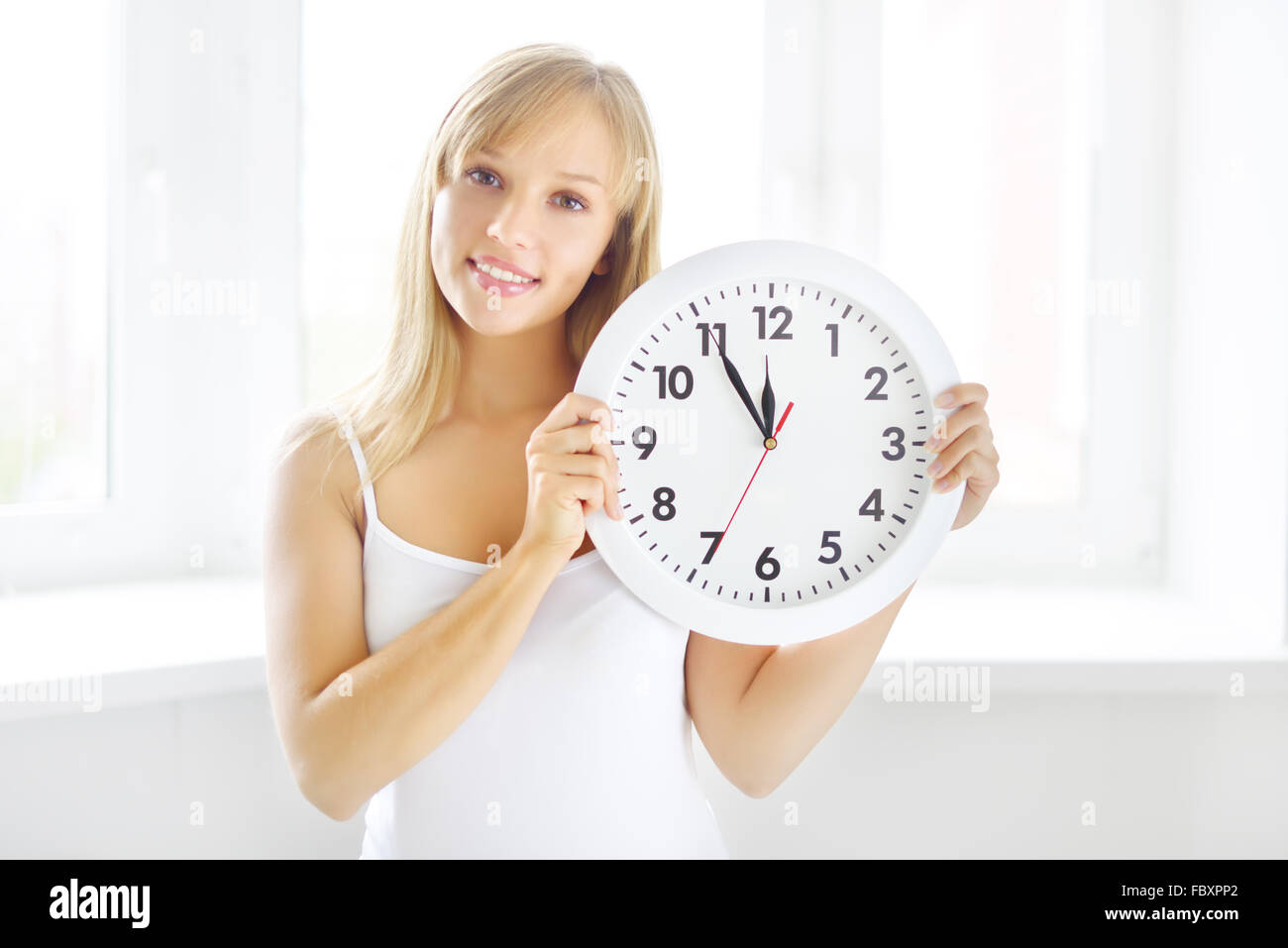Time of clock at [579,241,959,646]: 11:54
